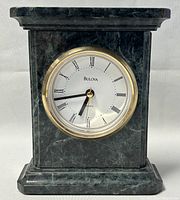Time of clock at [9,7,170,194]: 6:42
